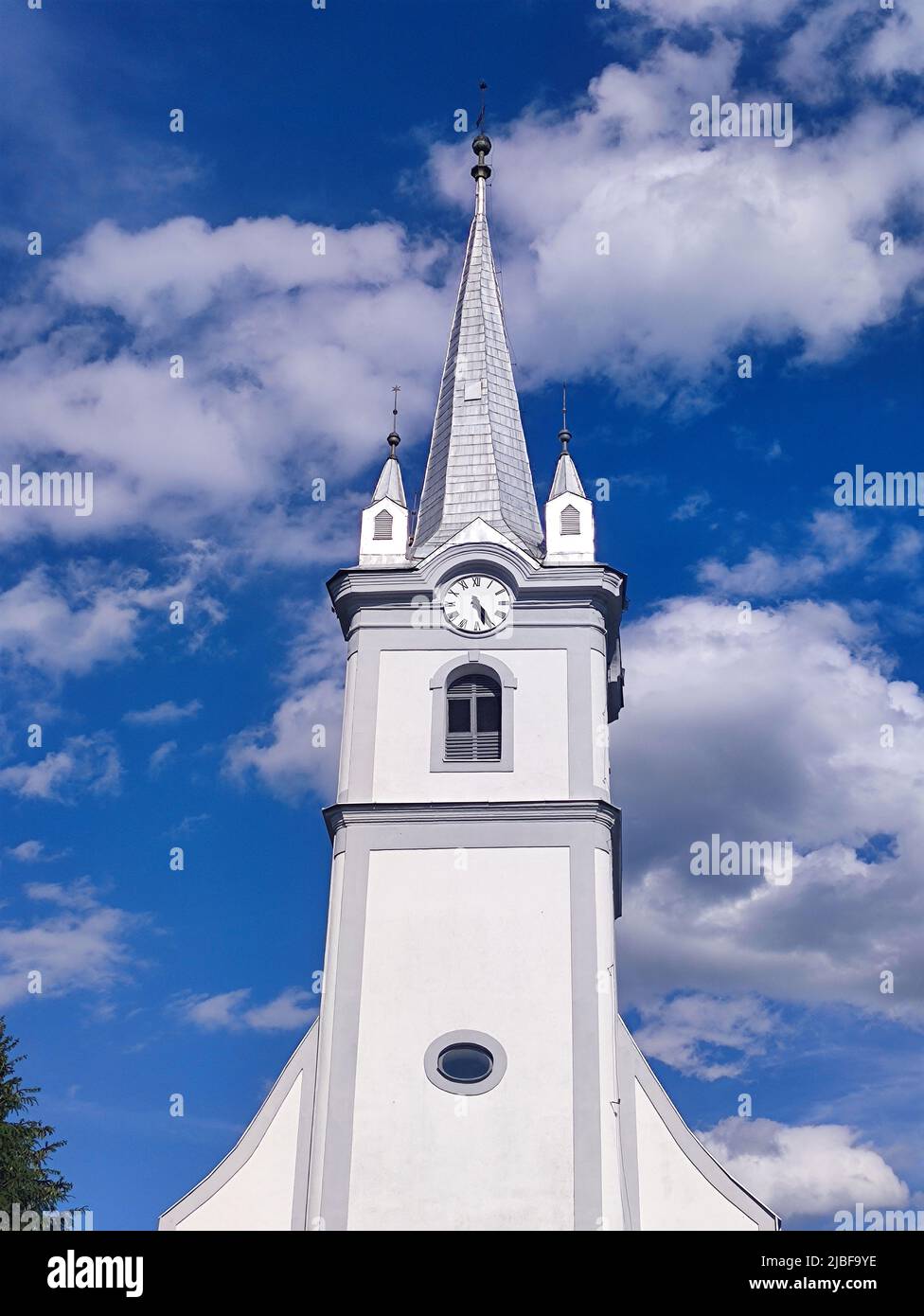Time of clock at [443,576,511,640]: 5:24
